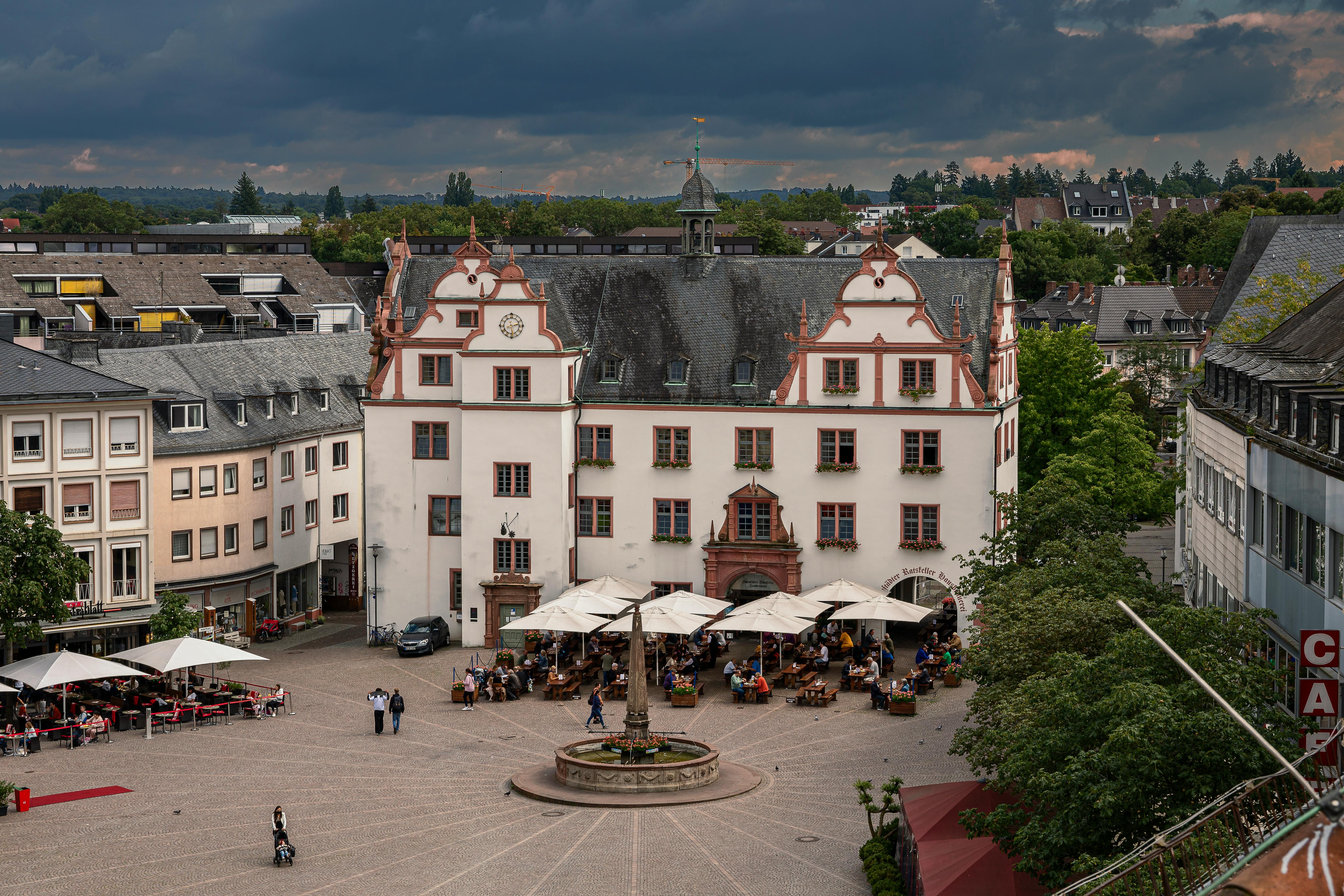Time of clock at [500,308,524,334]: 2:28
